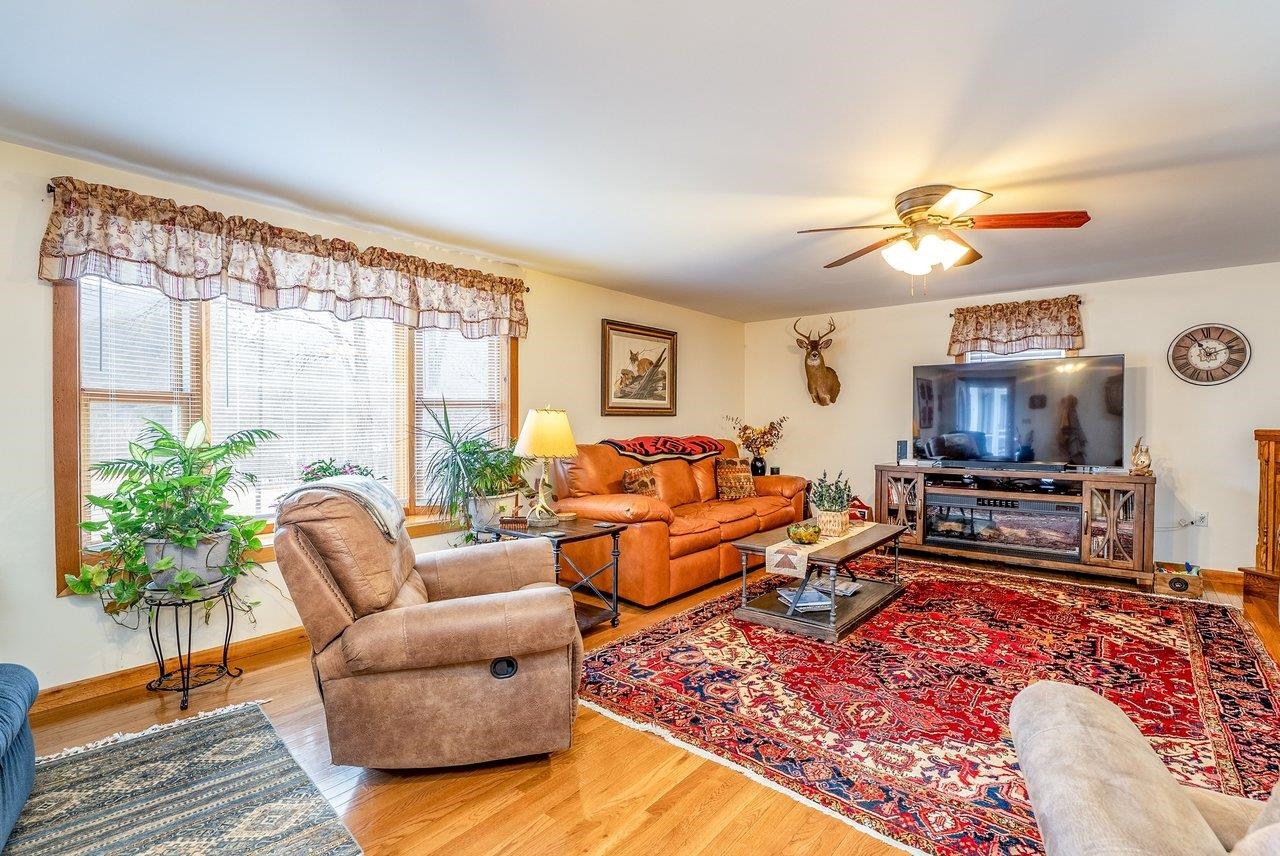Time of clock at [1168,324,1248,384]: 11:11
